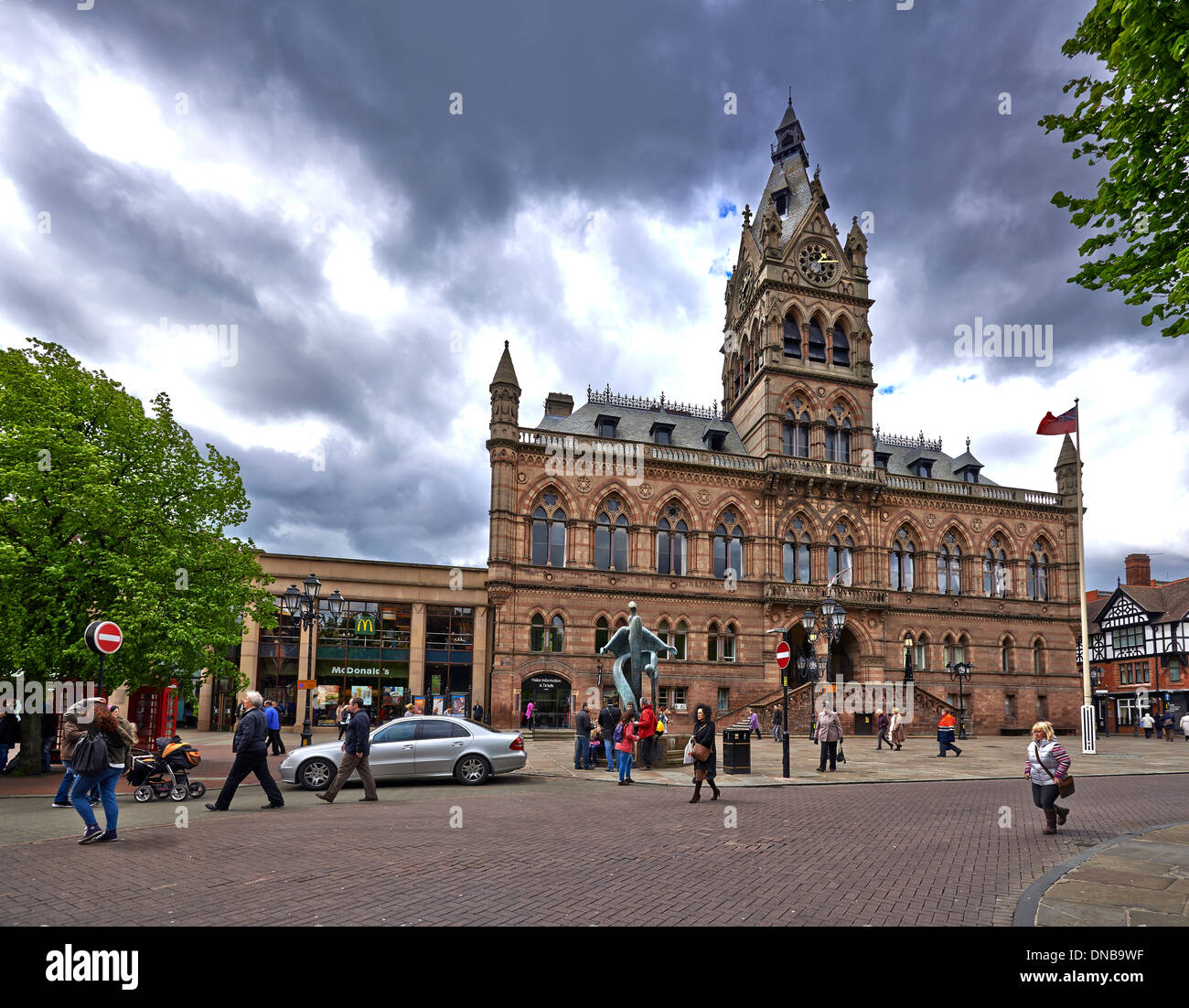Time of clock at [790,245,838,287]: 1:14
